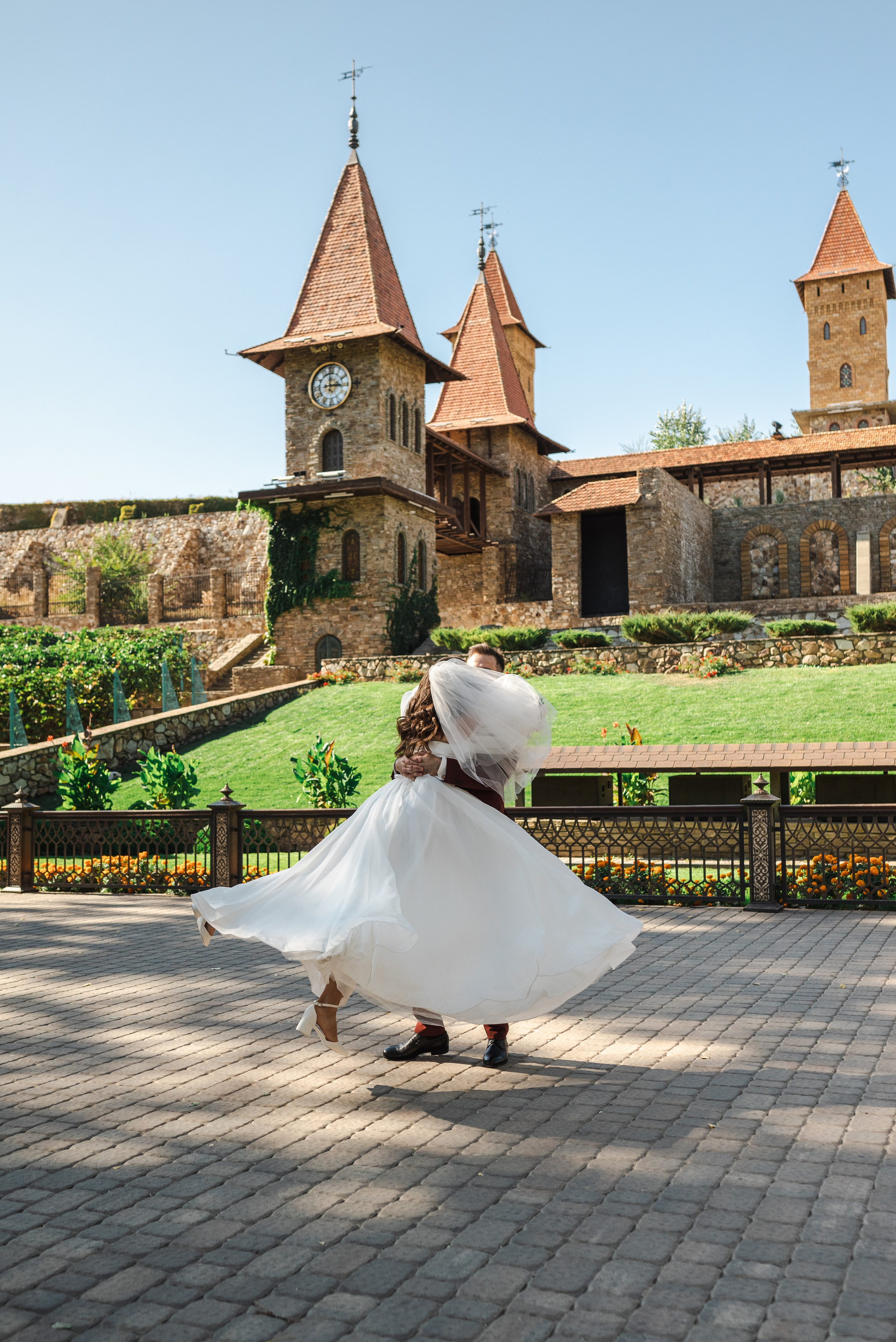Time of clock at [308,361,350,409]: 3:00
